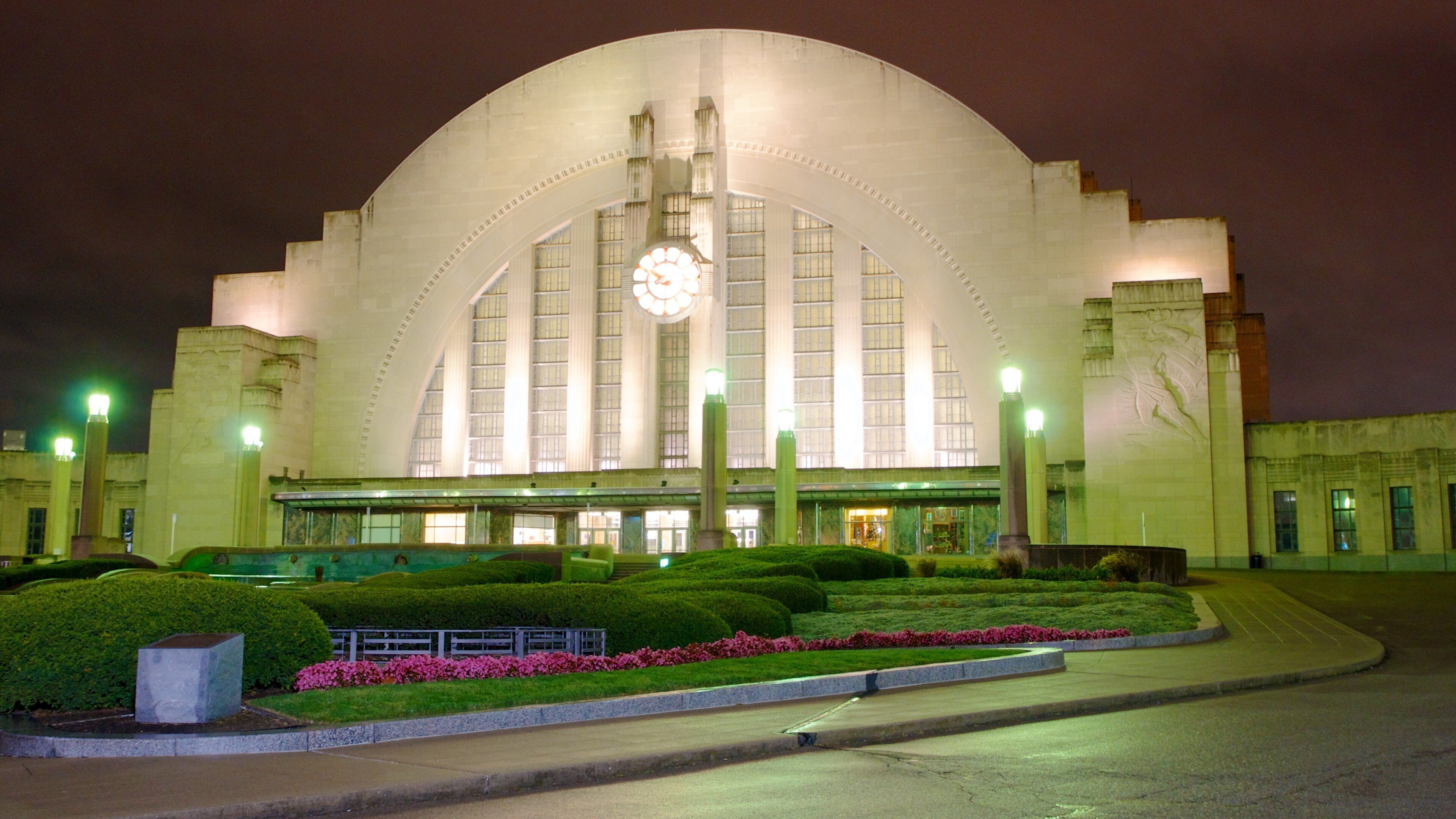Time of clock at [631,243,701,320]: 8:50
